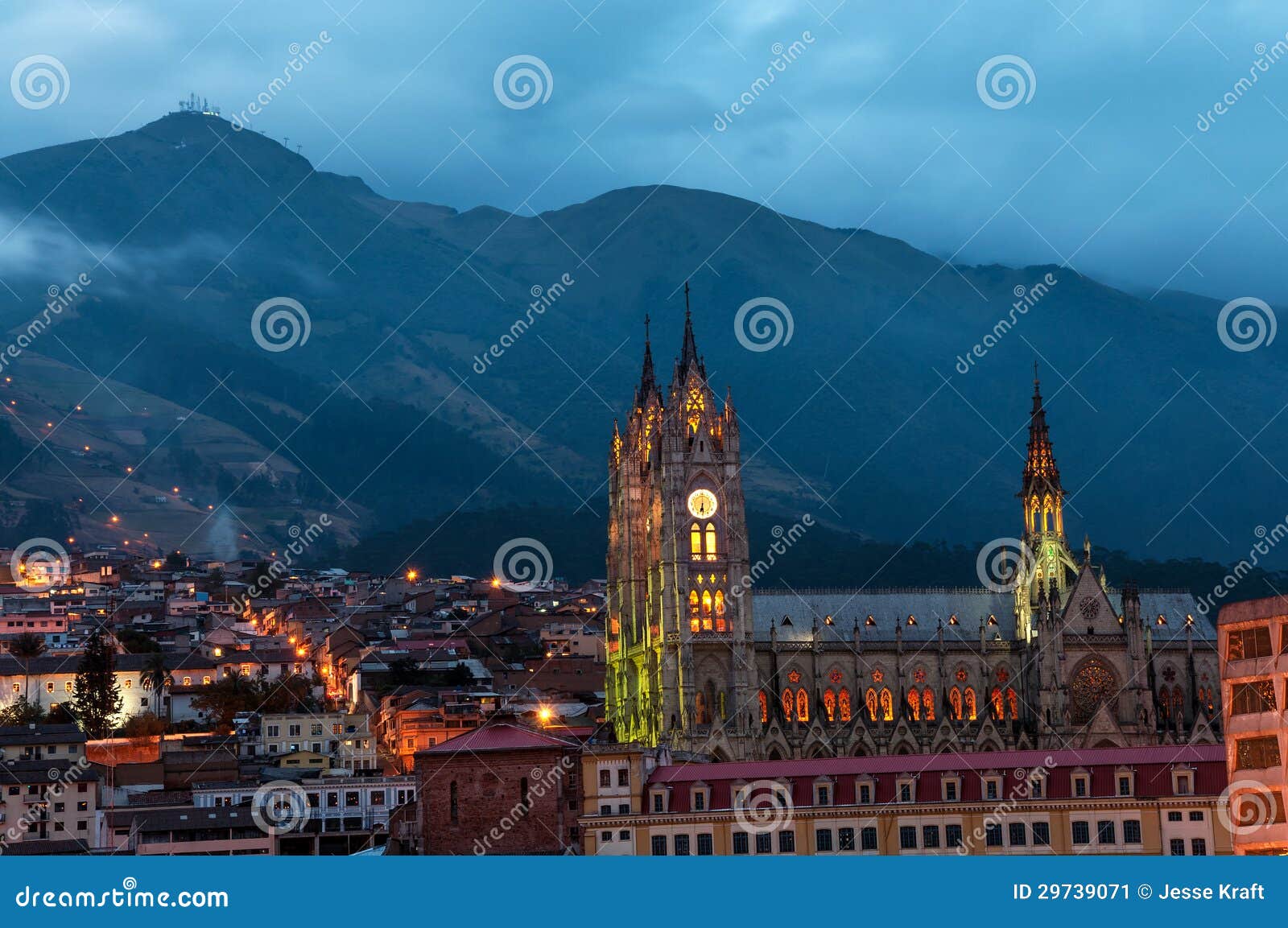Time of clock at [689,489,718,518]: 6:29
